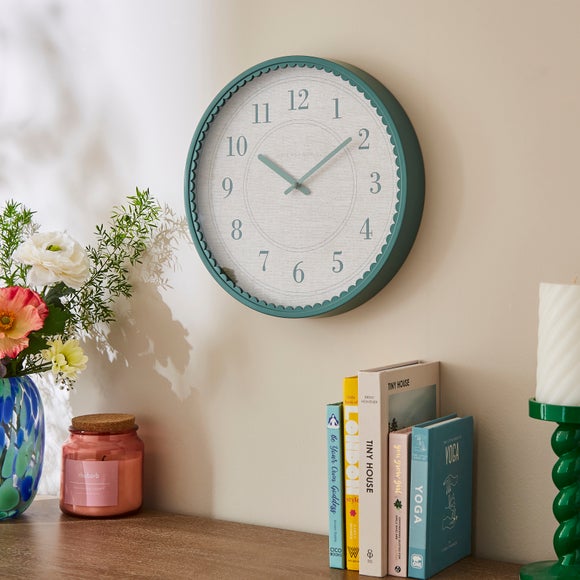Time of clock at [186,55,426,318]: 10:09
